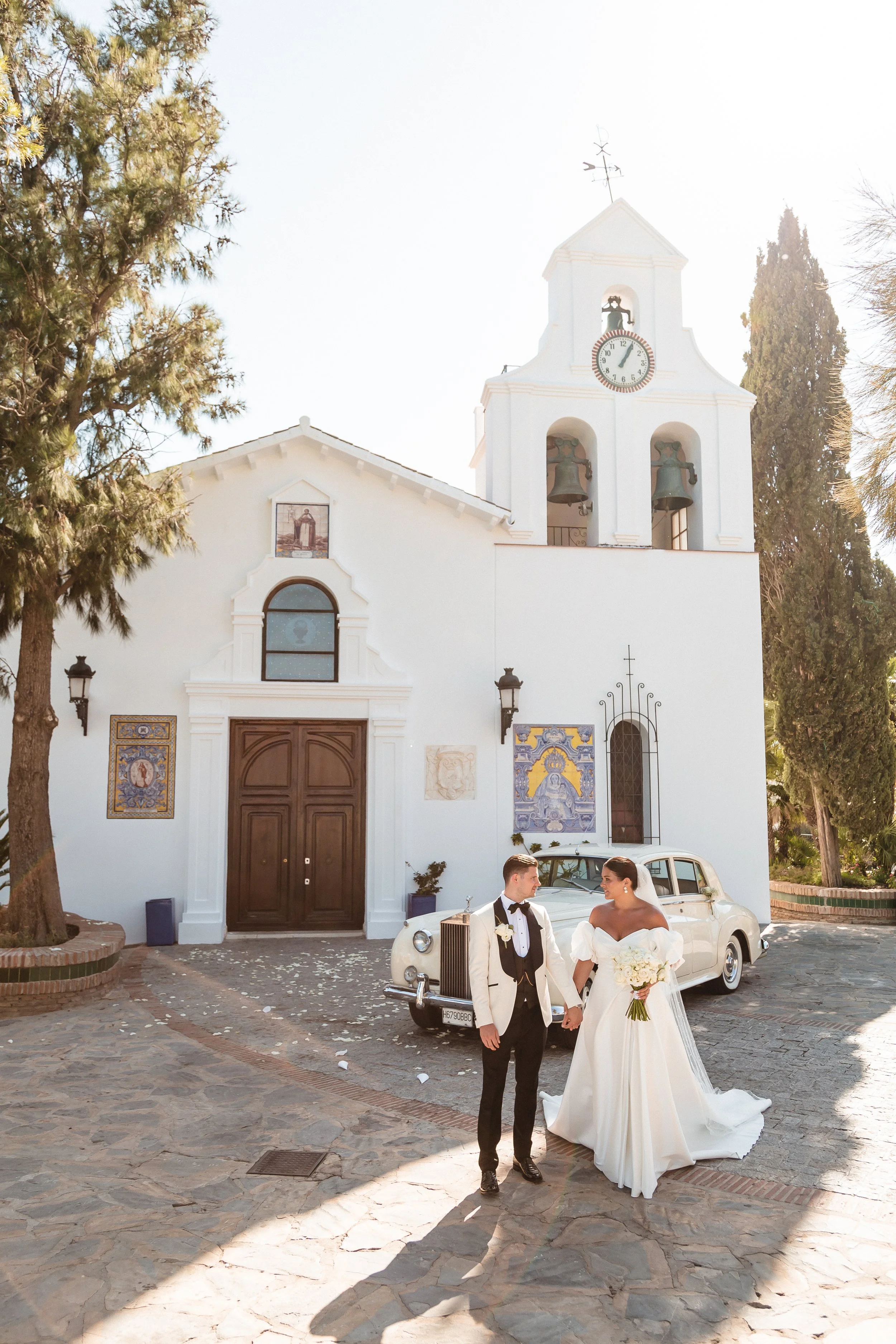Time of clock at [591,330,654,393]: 1:04
